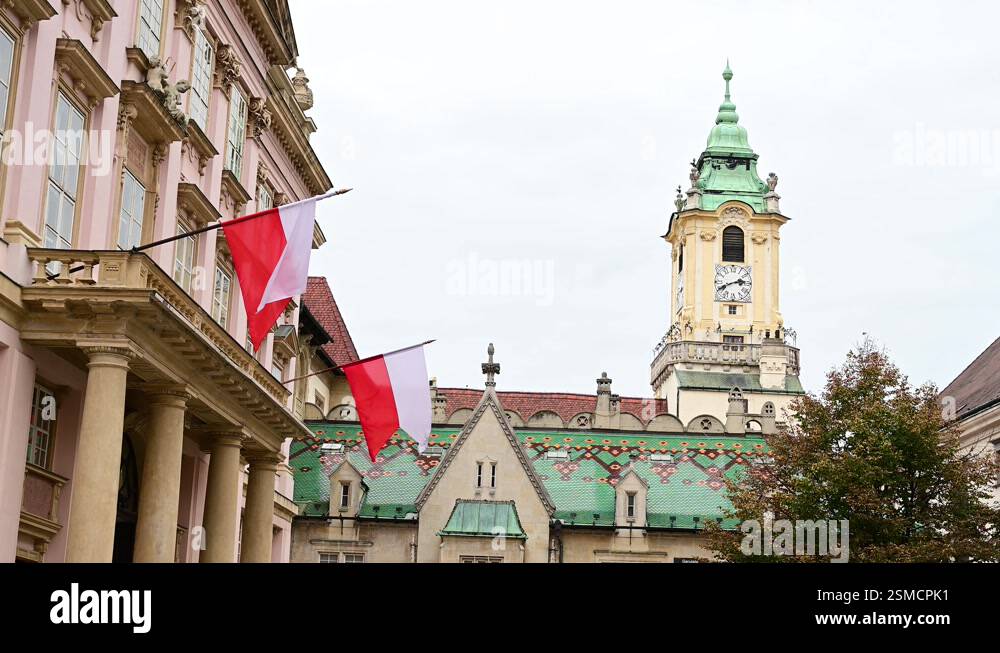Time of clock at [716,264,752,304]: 2:40
